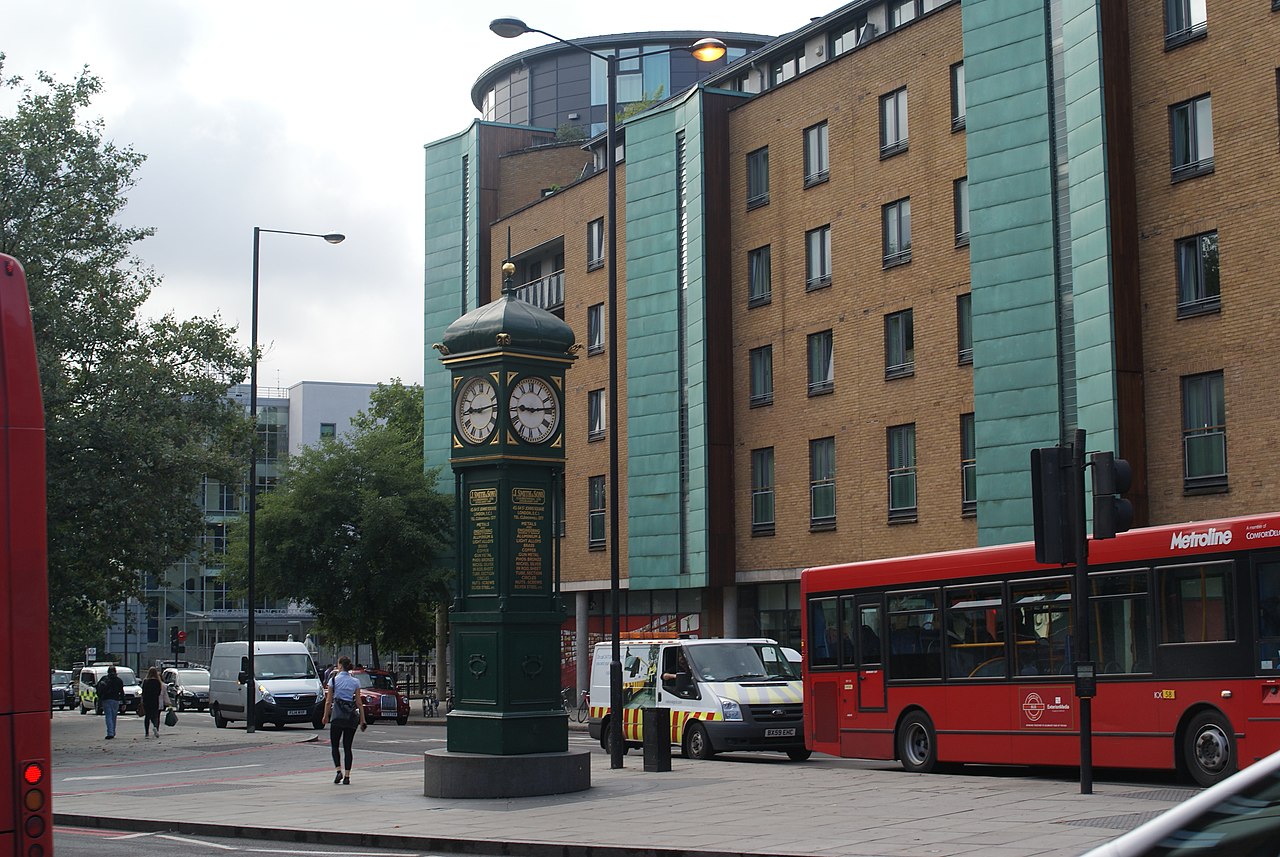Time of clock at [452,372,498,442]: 9:13
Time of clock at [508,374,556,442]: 9:13
